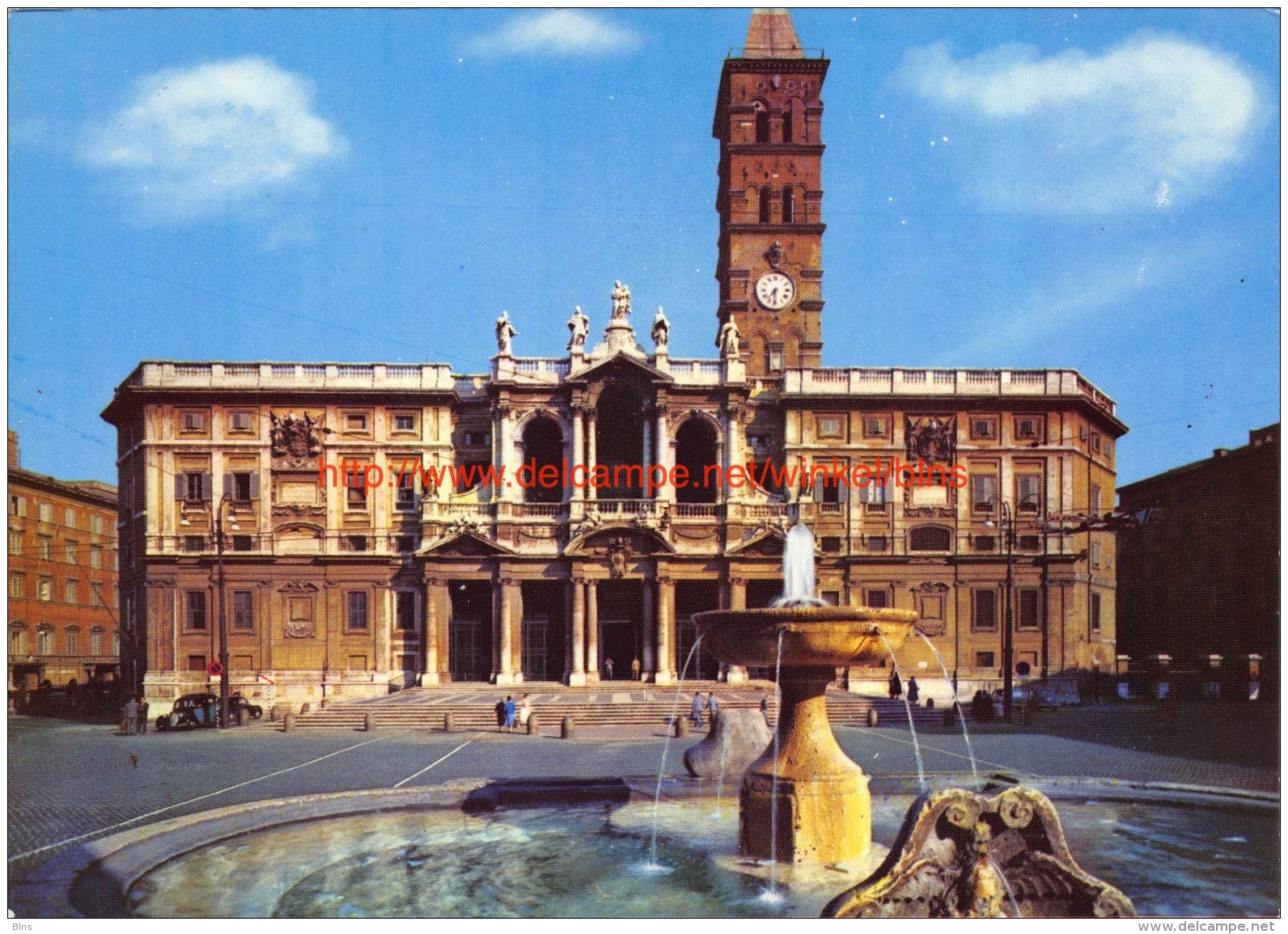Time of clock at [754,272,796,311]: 7:30
